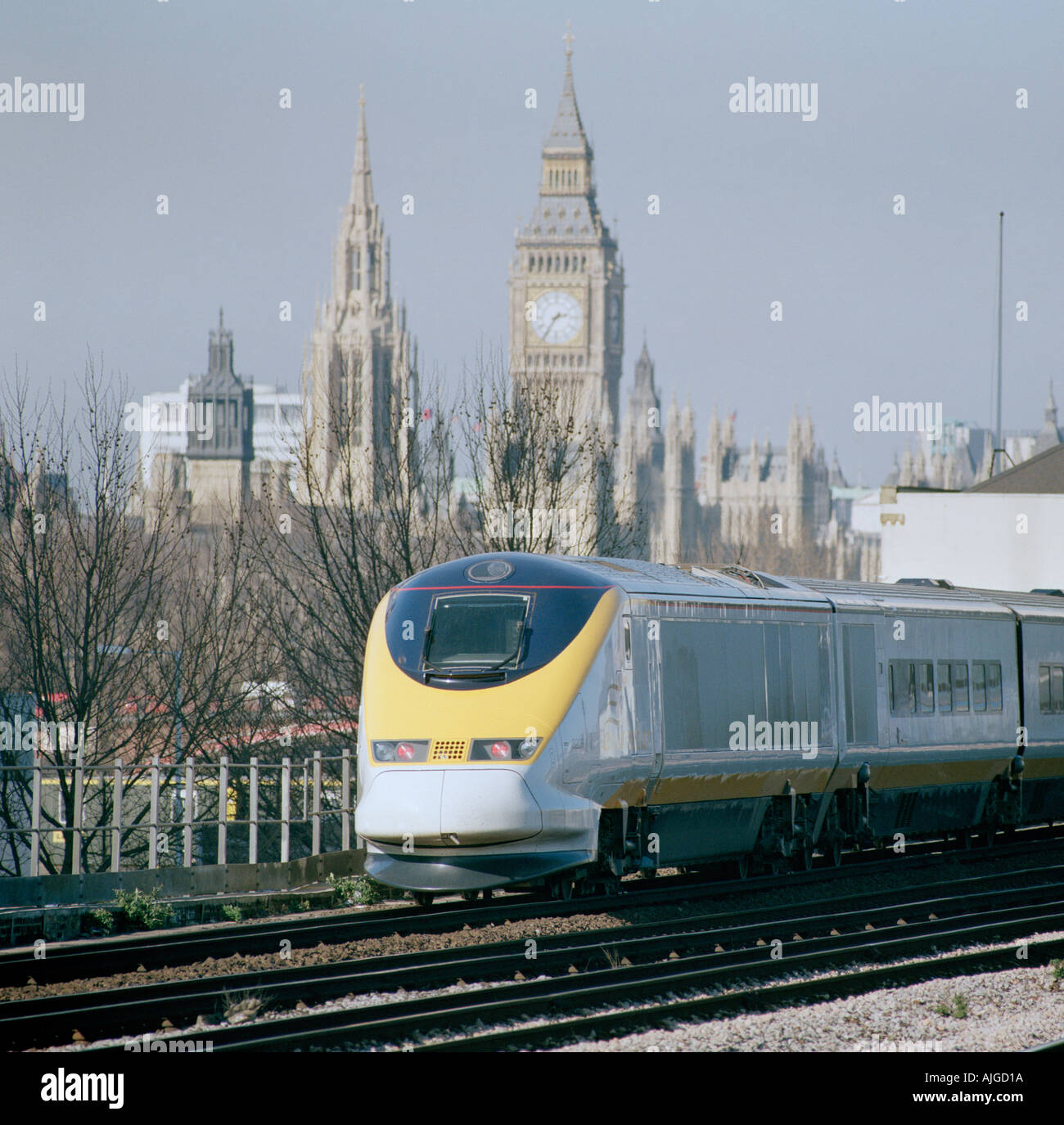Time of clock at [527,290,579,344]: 2:35
